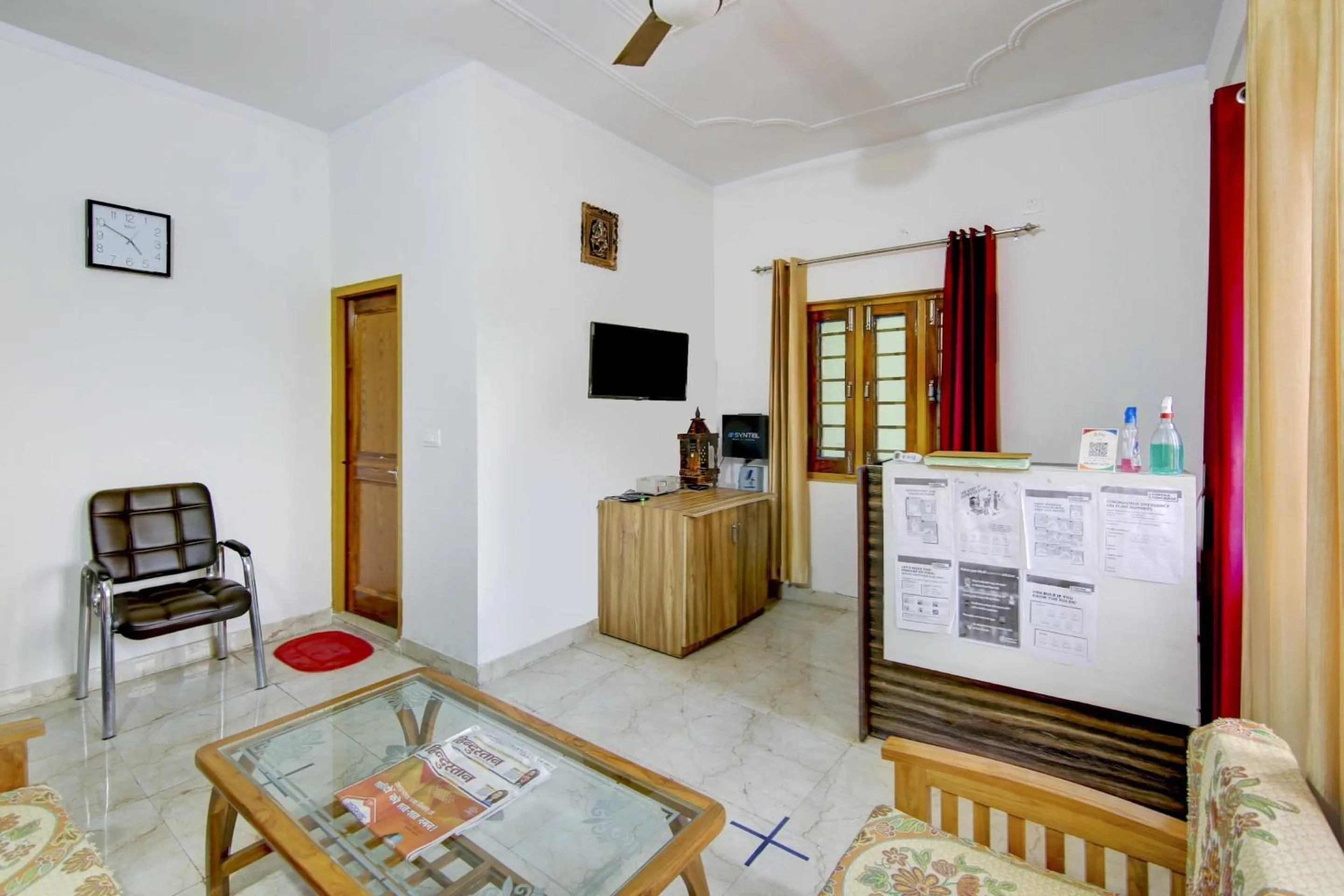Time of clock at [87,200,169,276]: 4:49
